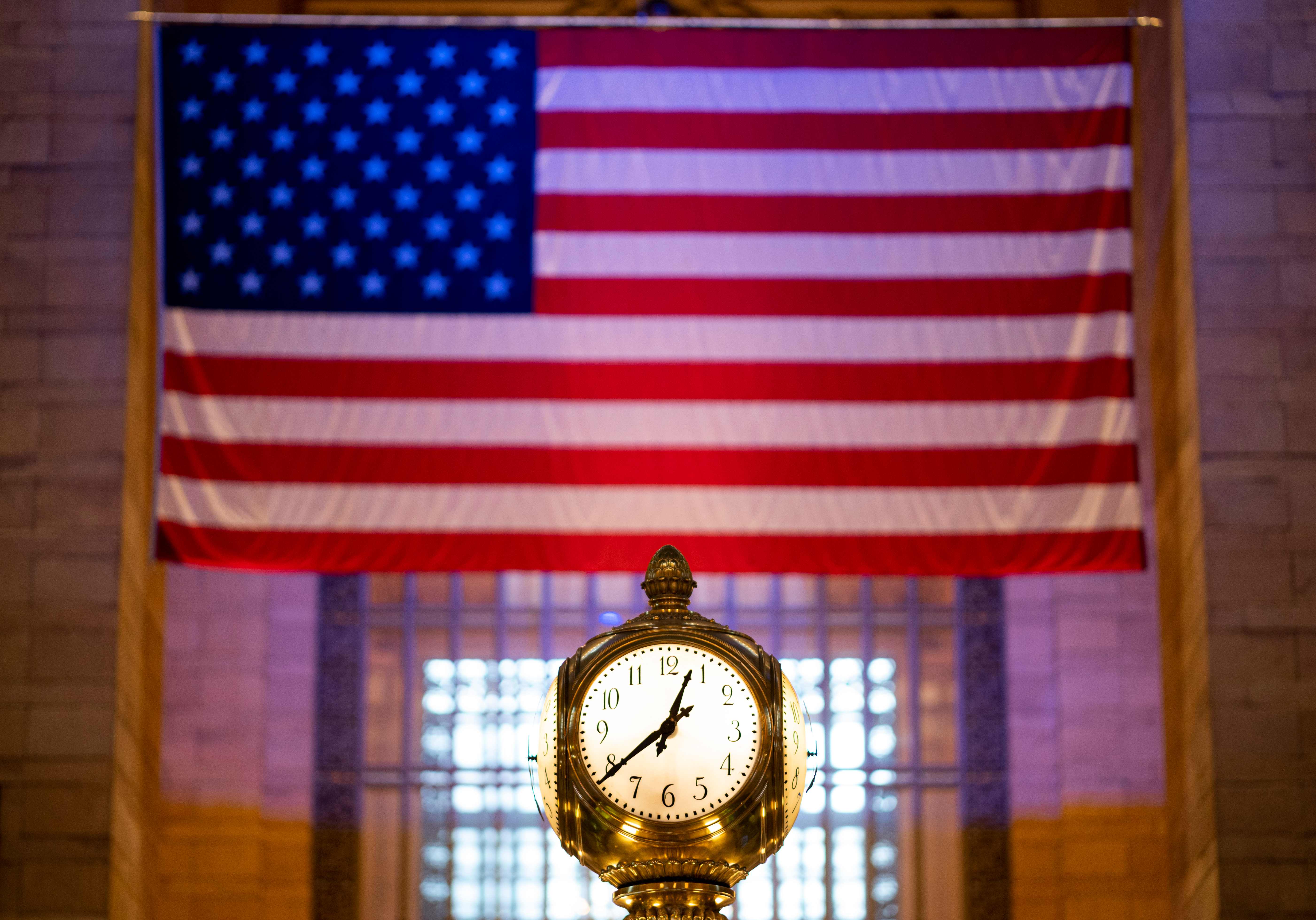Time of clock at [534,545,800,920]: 12:39
